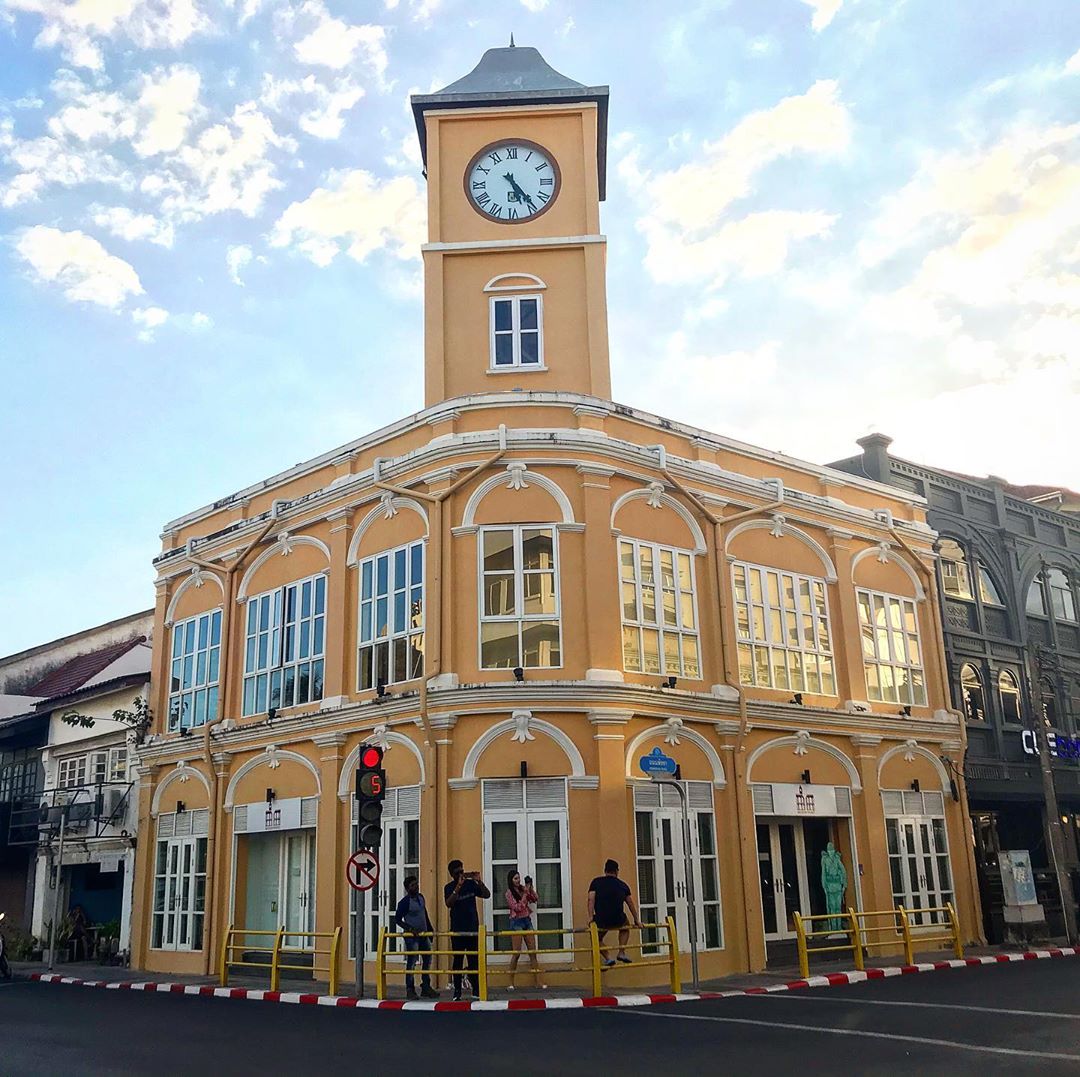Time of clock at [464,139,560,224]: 5:23
